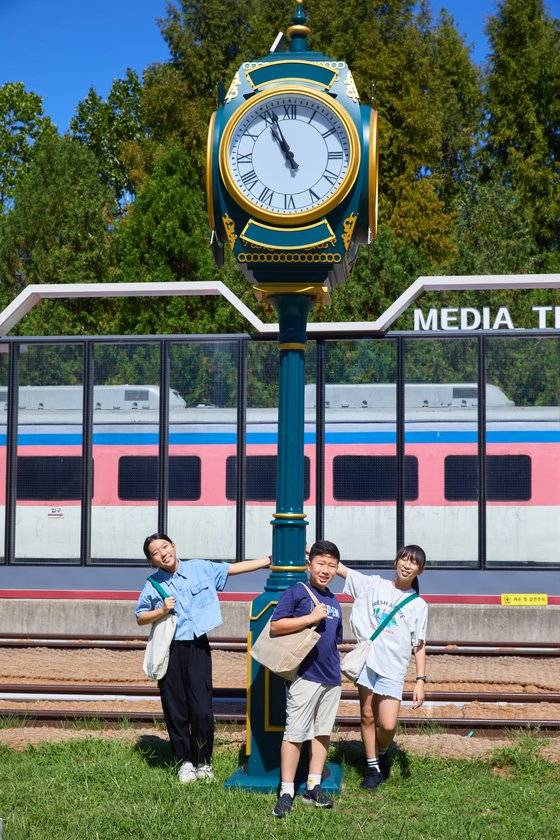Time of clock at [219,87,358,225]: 10:56
